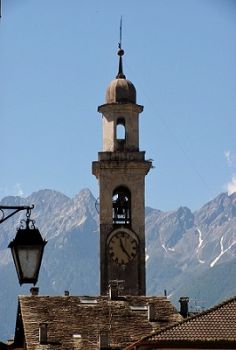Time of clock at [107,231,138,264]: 11:23
